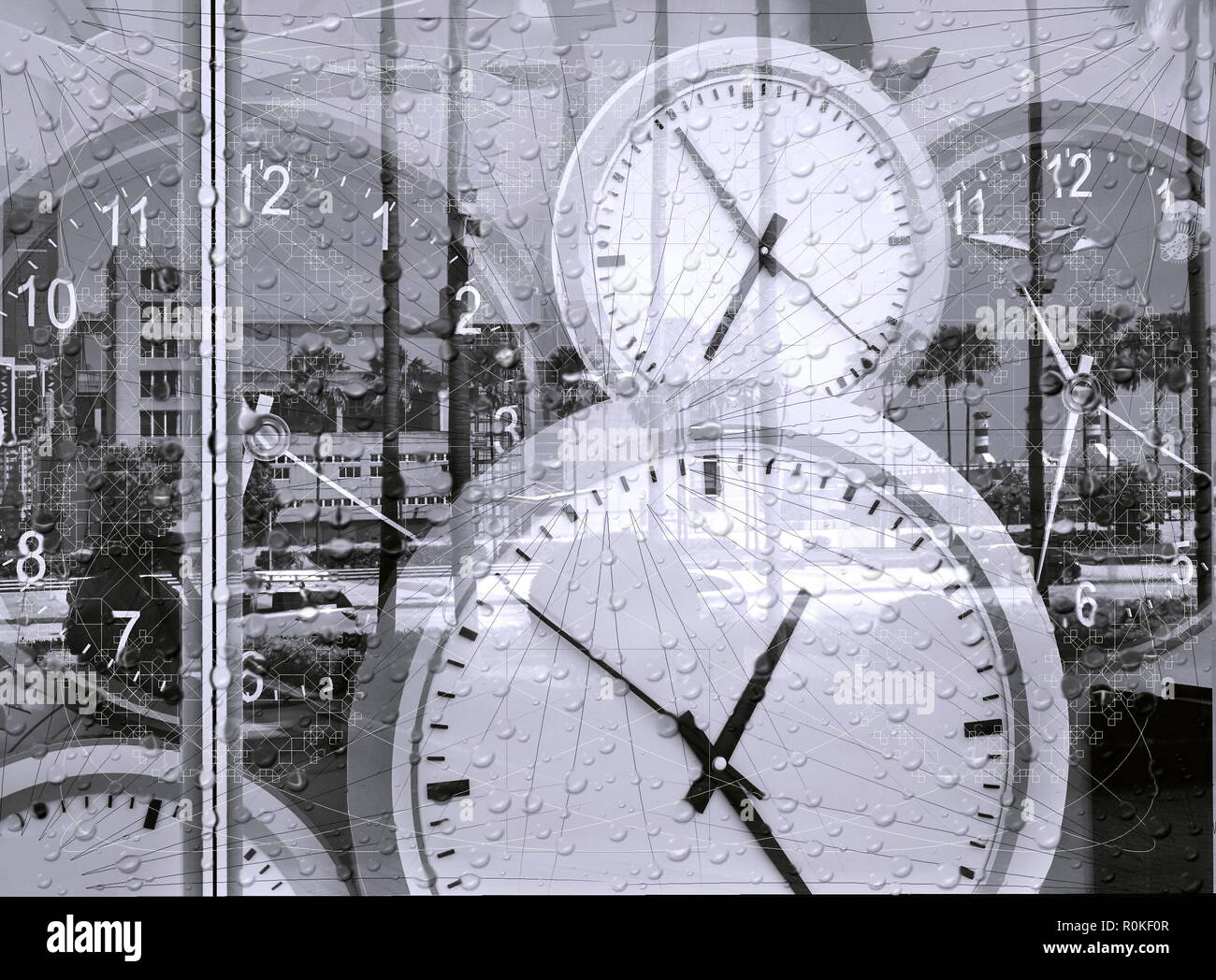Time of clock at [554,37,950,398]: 6:54
